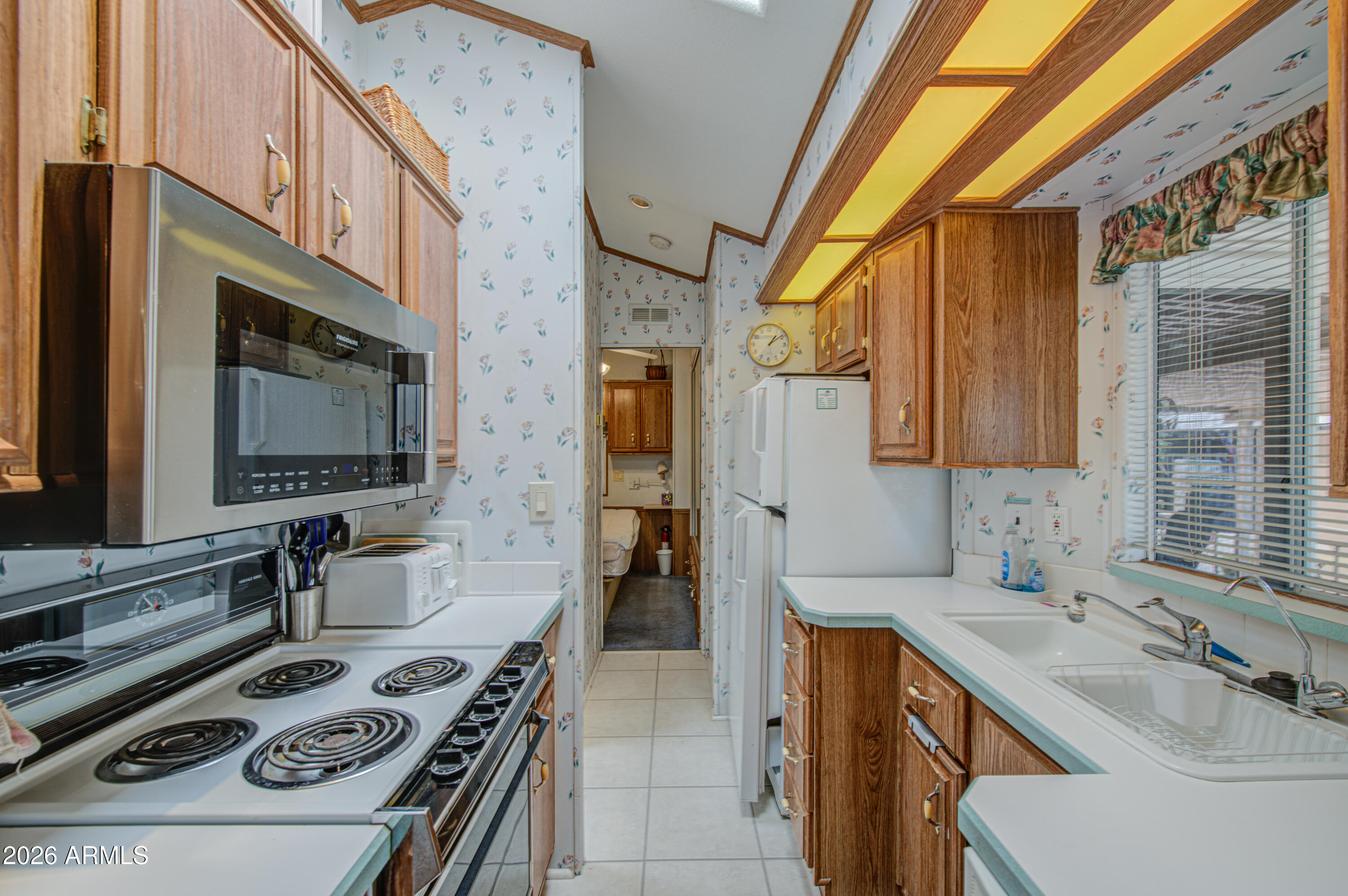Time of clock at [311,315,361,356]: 10:51
